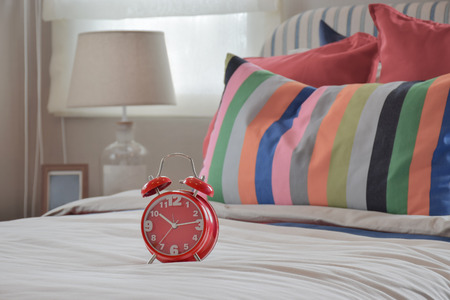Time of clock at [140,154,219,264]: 10:13
